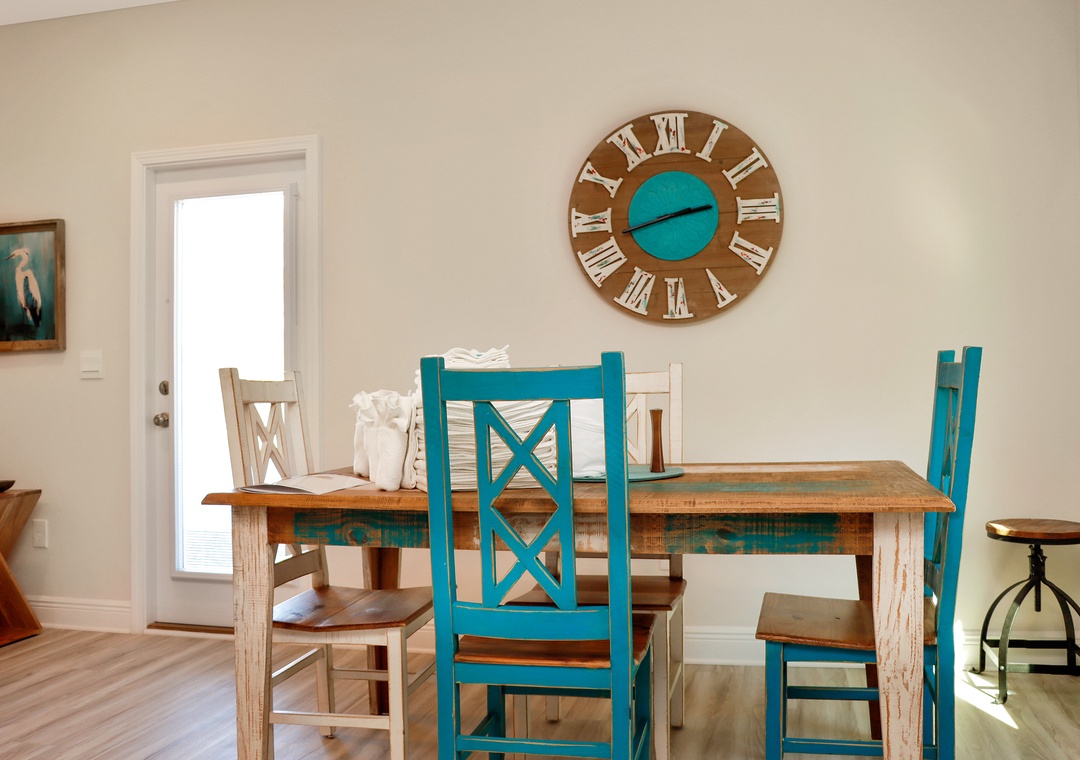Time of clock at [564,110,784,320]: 2:42
